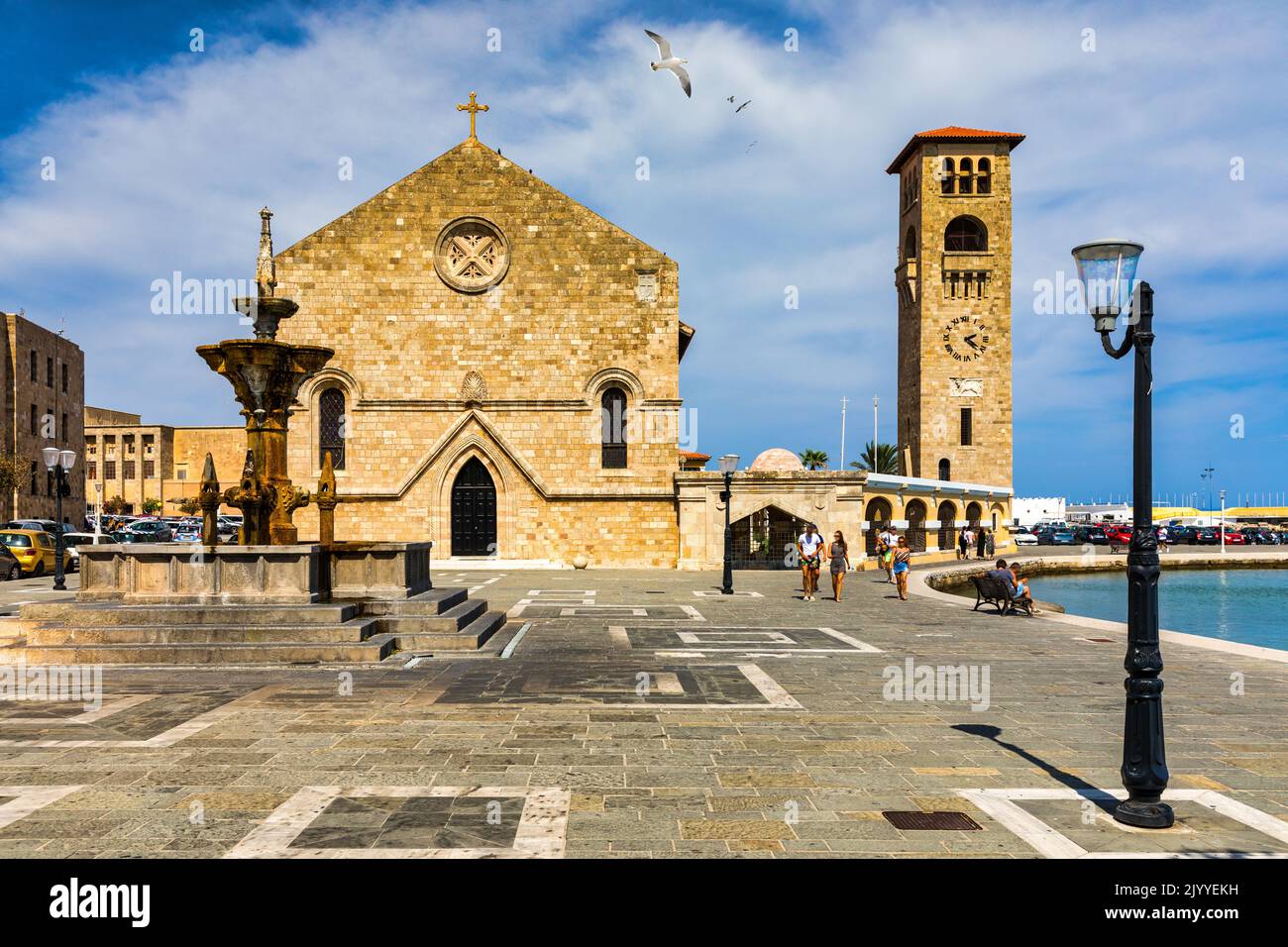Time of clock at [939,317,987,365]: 2:21
